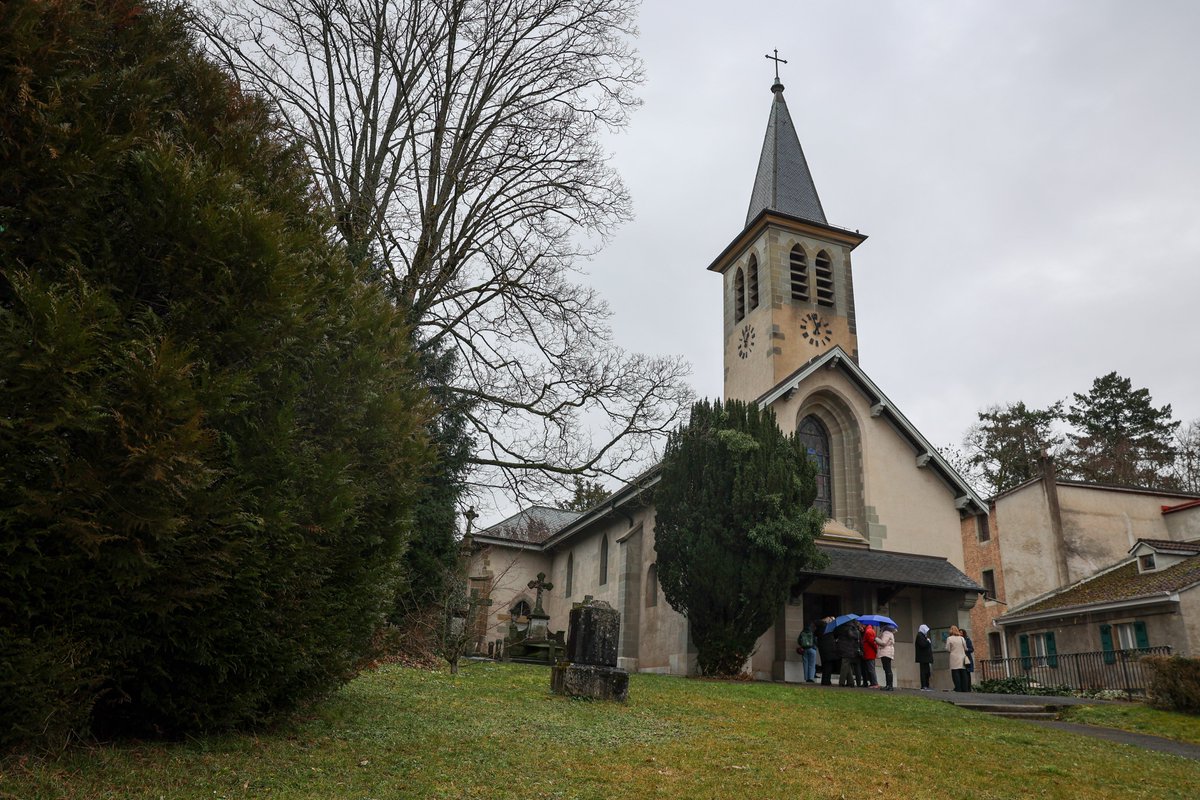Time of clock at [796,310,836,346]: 12:57
